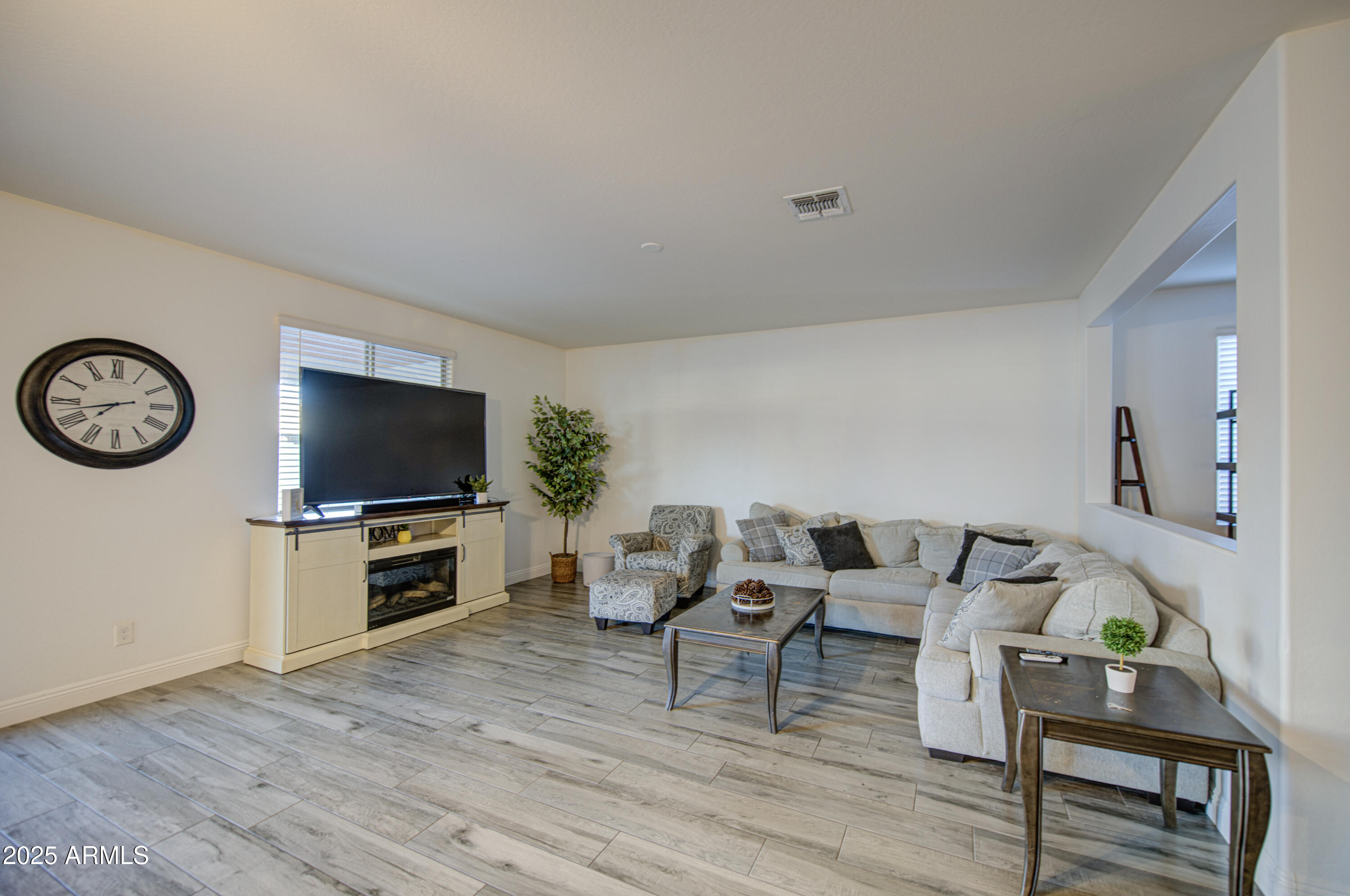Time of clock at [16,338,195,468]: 7:42
